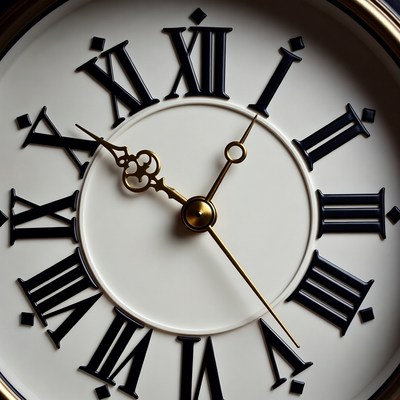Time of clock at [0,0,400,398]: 10:05
